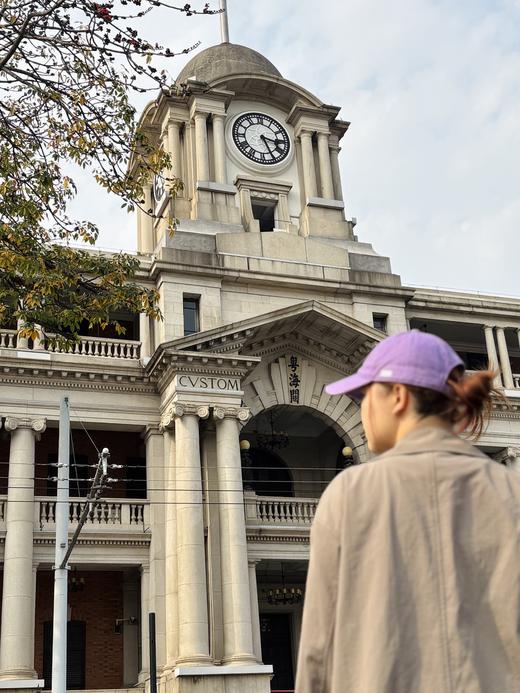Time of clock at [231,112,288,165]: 3:25
